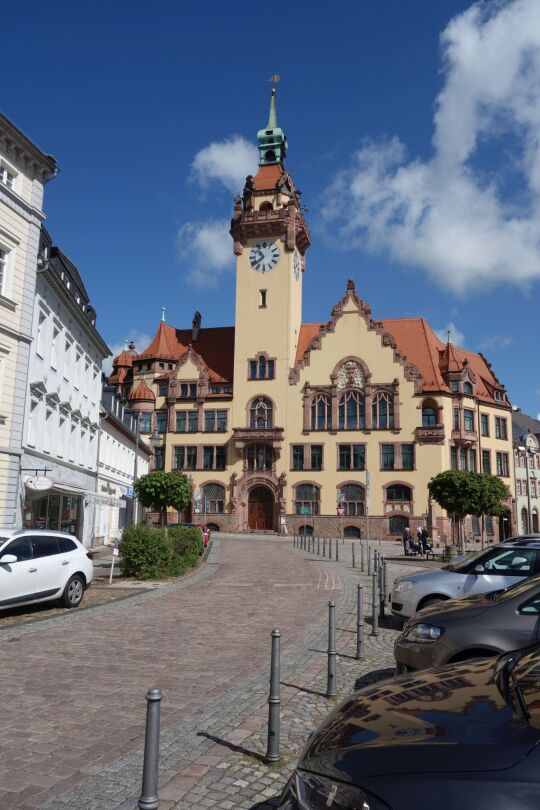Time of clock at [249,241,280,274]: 10:38
